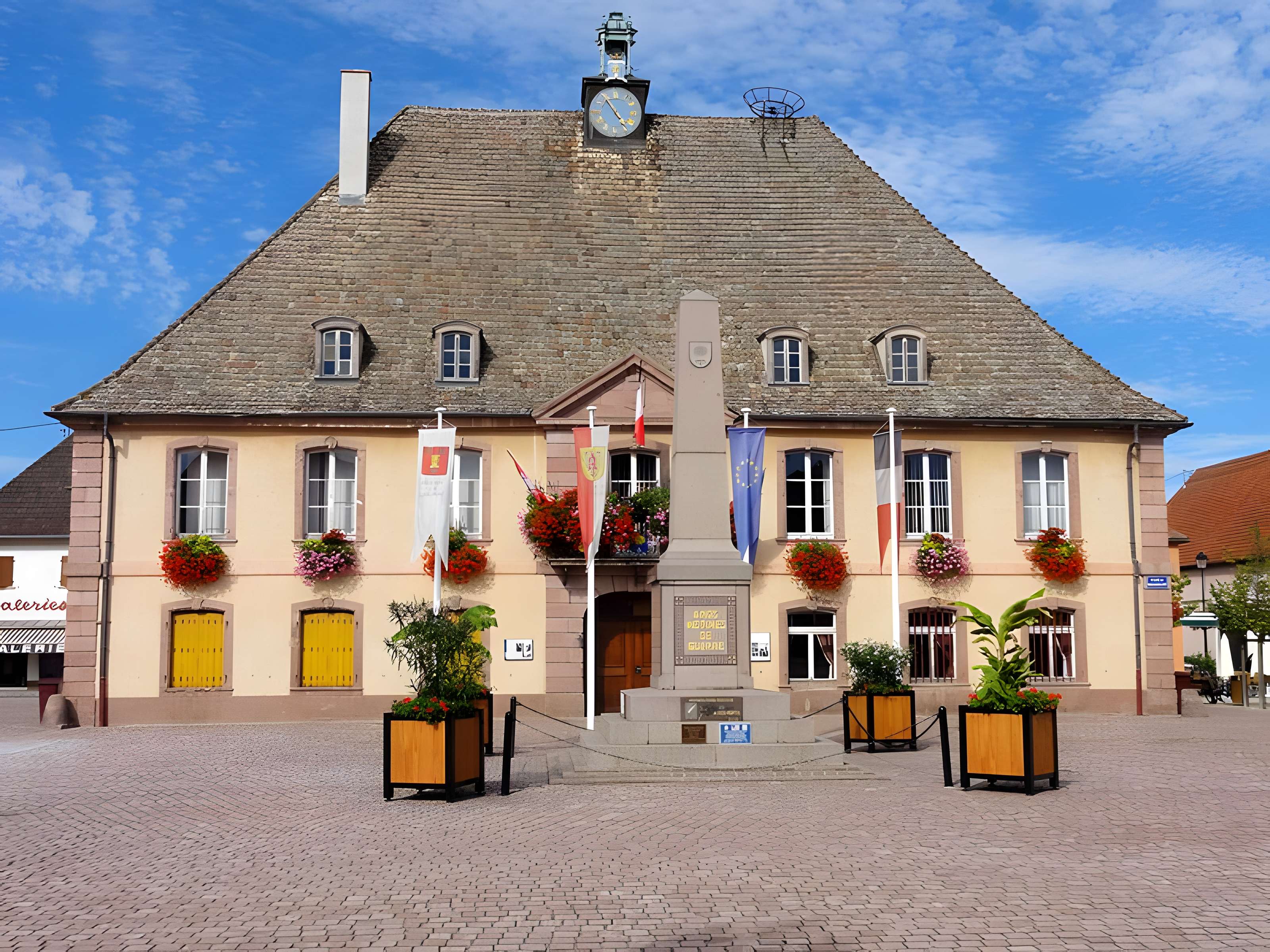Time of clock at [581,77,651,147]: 4:54
